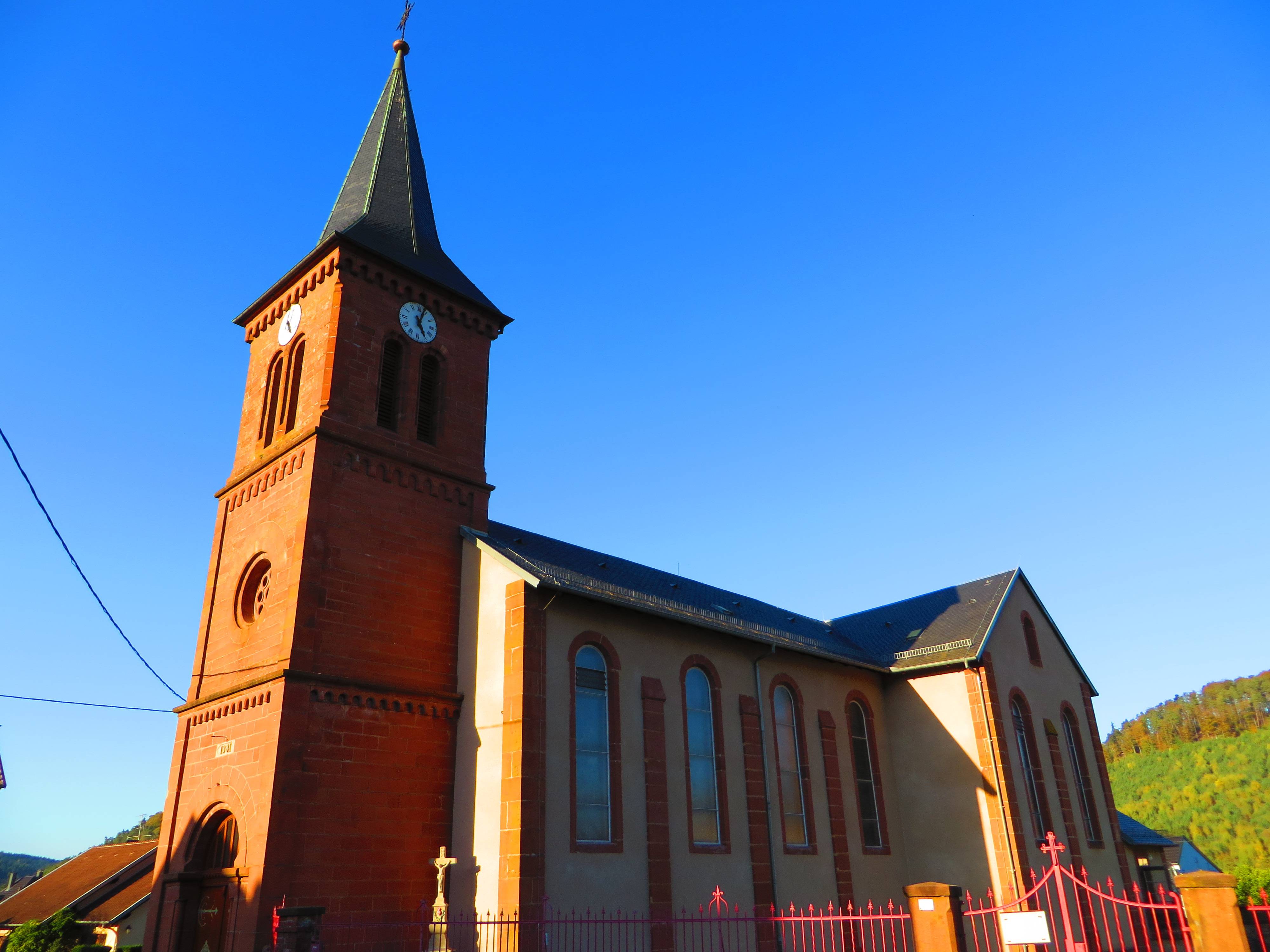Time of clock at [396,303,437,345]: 5:03
